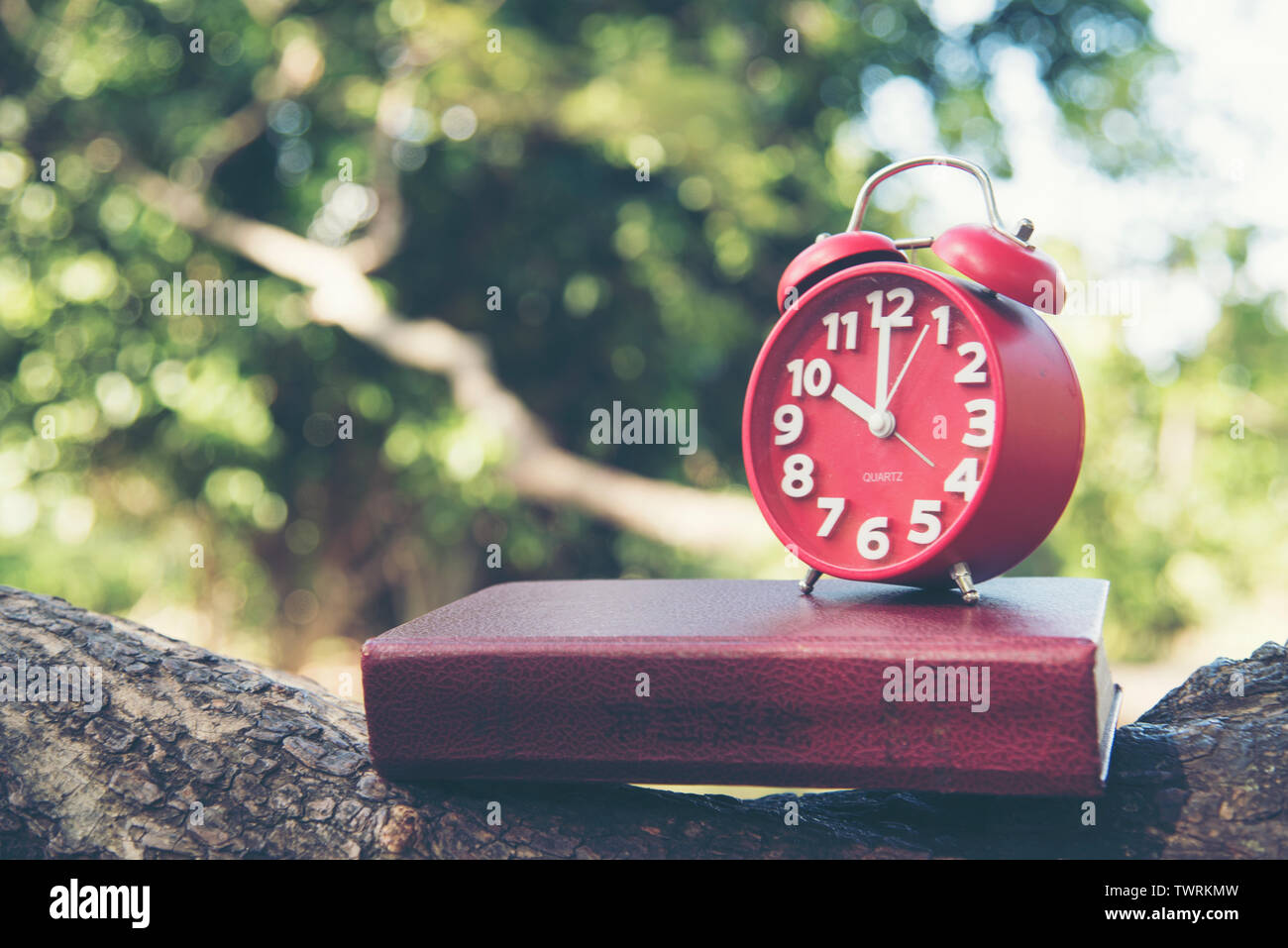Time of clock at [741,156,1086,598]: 10:00
